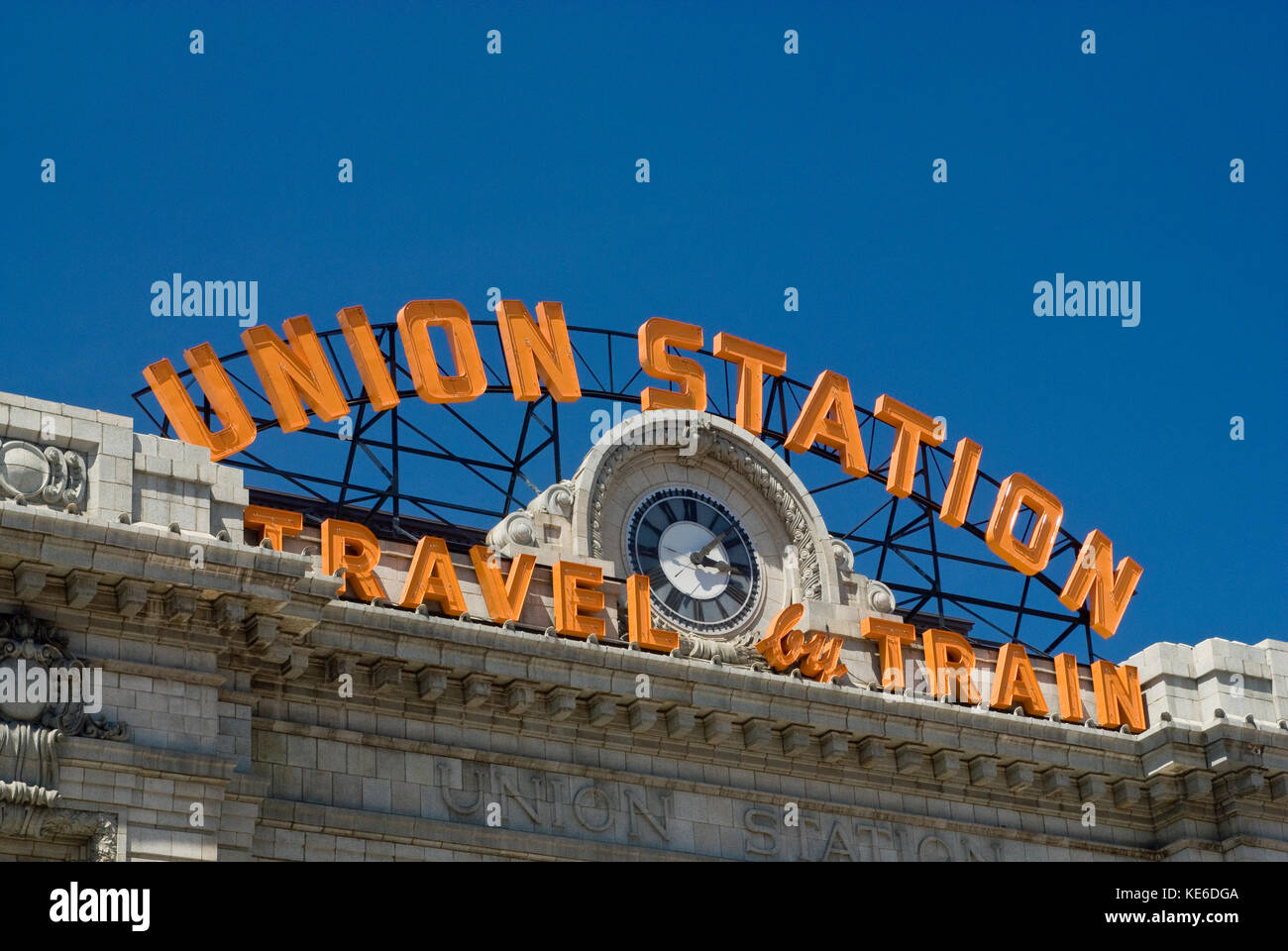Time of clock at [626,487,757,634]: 3:08
